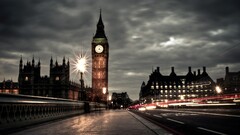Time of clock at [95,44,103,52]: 4:07
